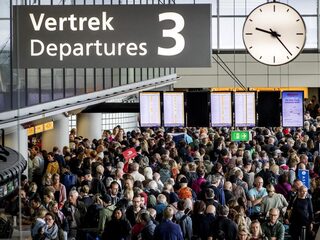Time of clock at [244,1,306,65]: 9:23
